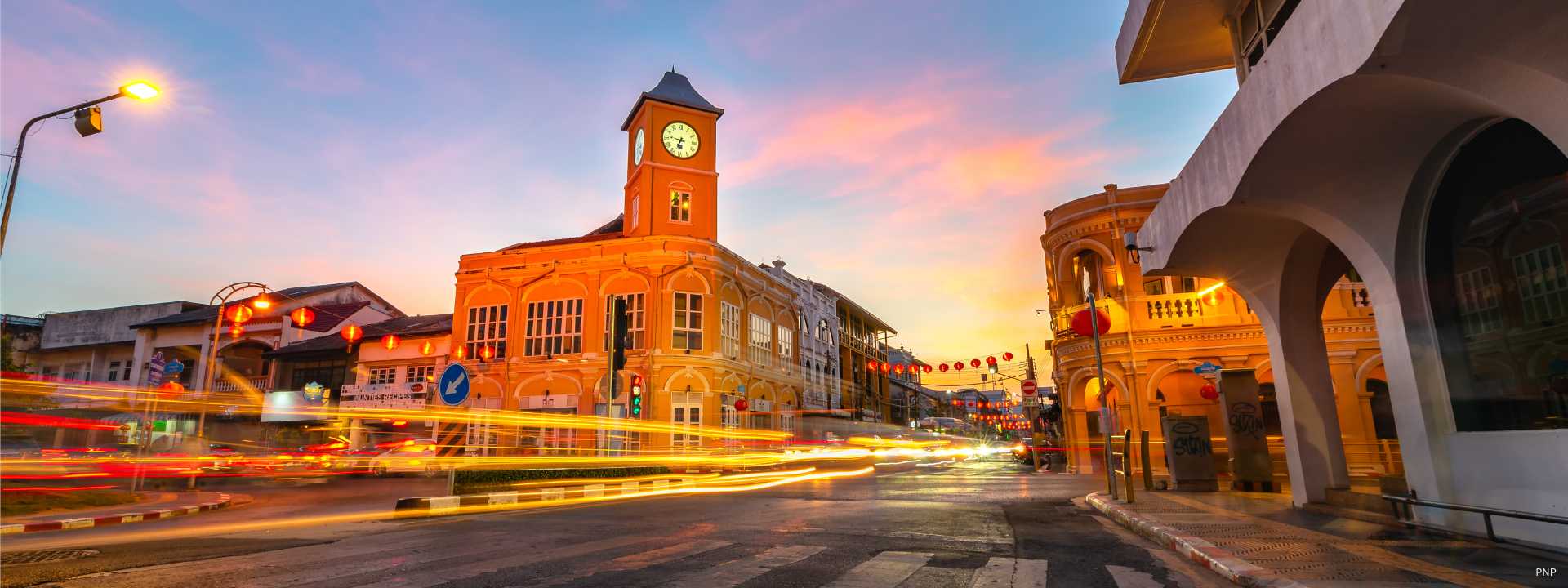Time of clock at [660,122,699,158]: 6:46
